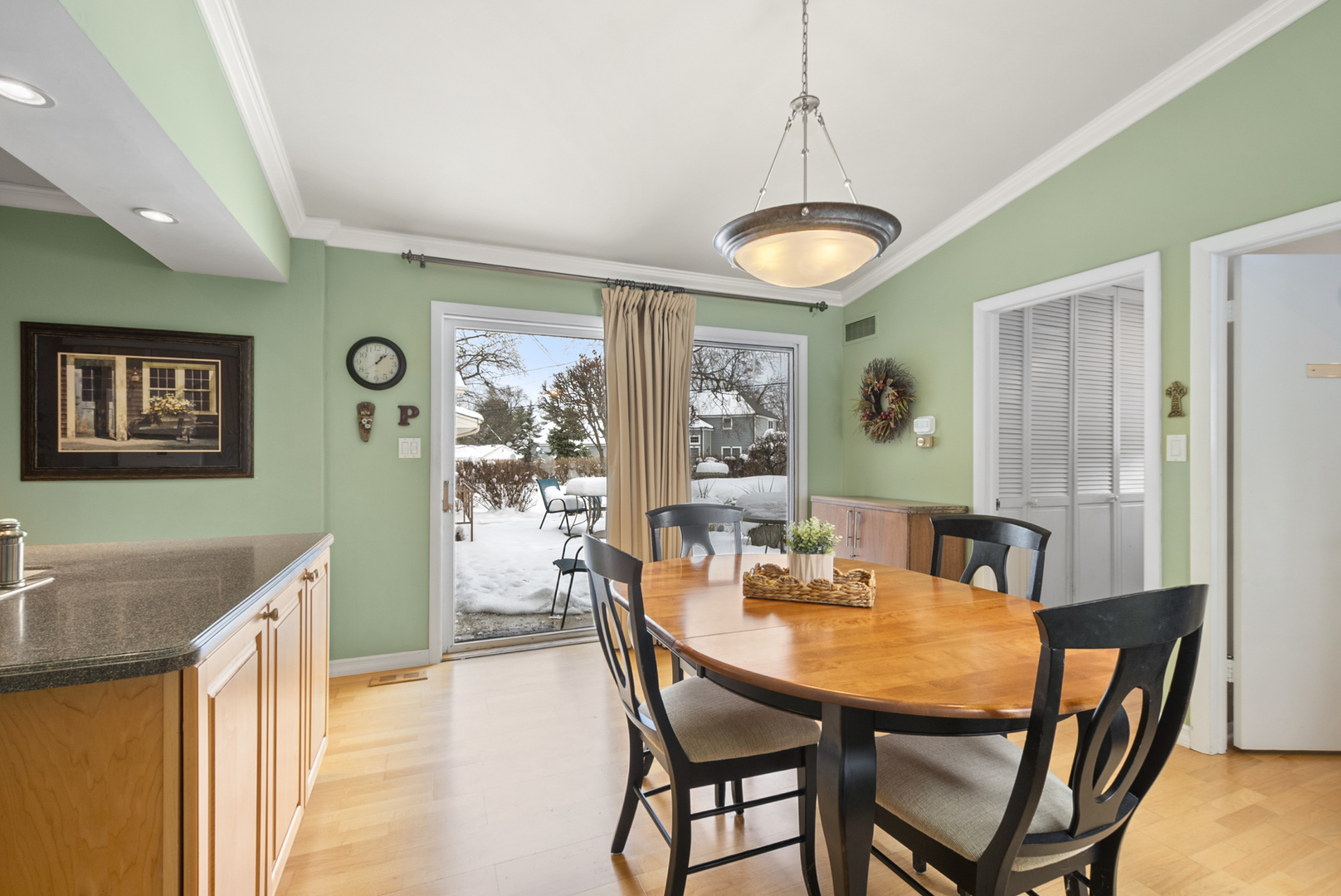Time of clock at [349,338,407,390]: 1:07
